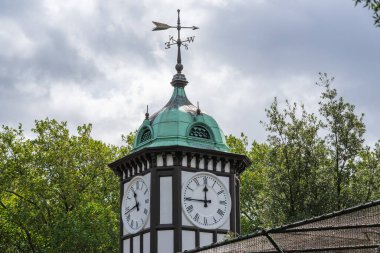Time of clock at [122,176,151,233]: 11:42
